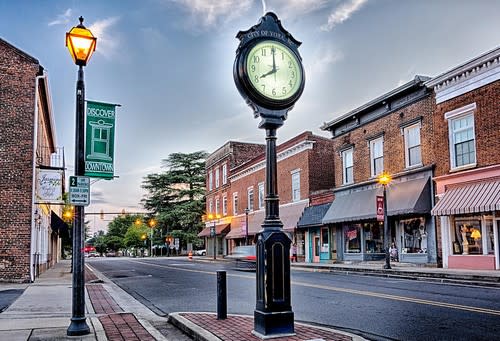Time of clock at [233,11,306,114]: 8:00
